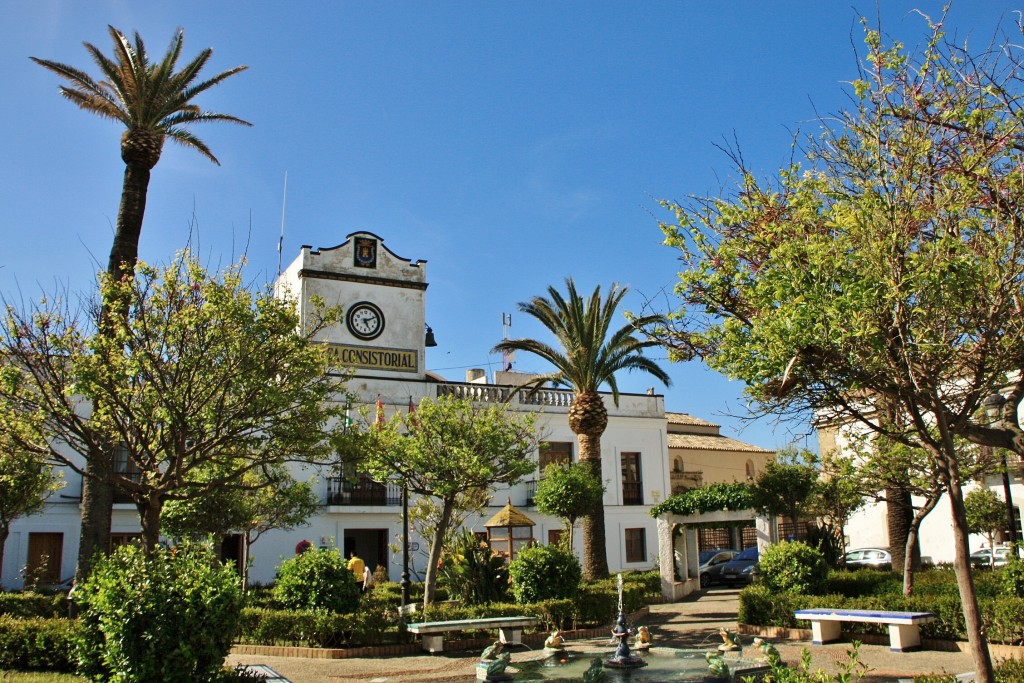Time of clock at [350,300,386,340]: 5:10
